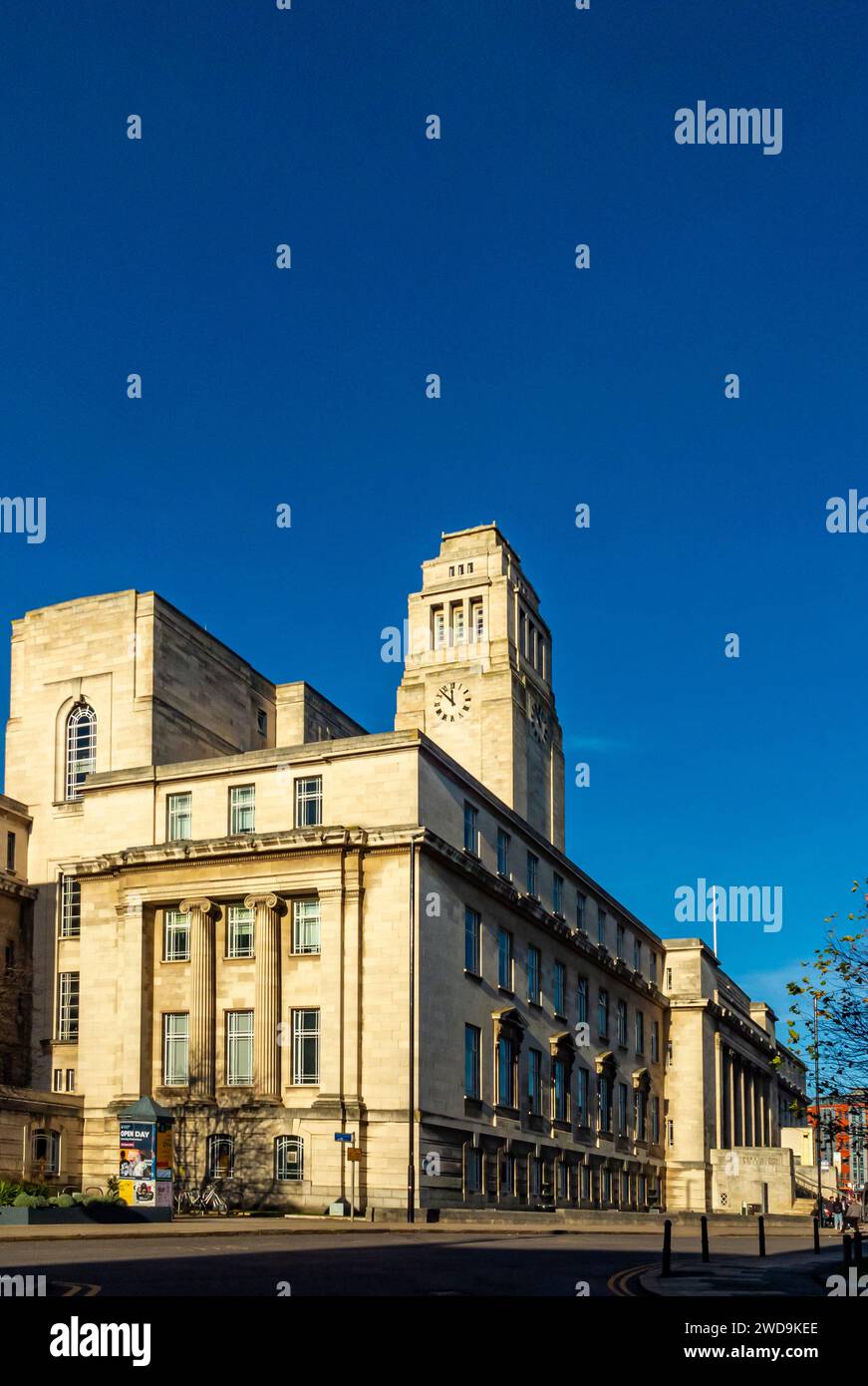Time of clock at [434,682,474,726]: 11:52
